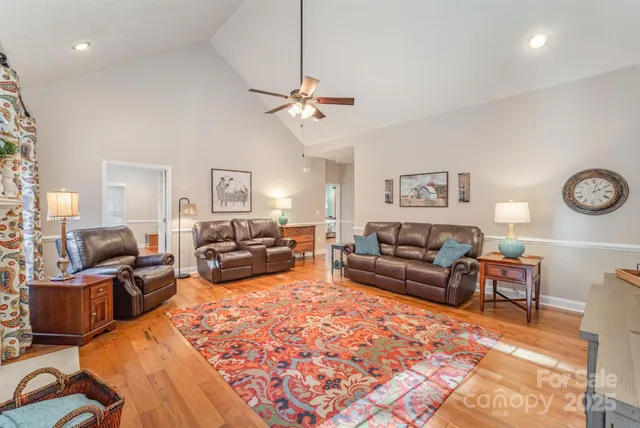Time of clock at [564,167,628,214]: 2:02
